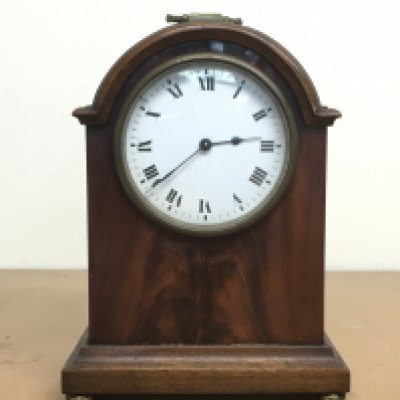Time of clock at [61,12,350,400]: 2:38
